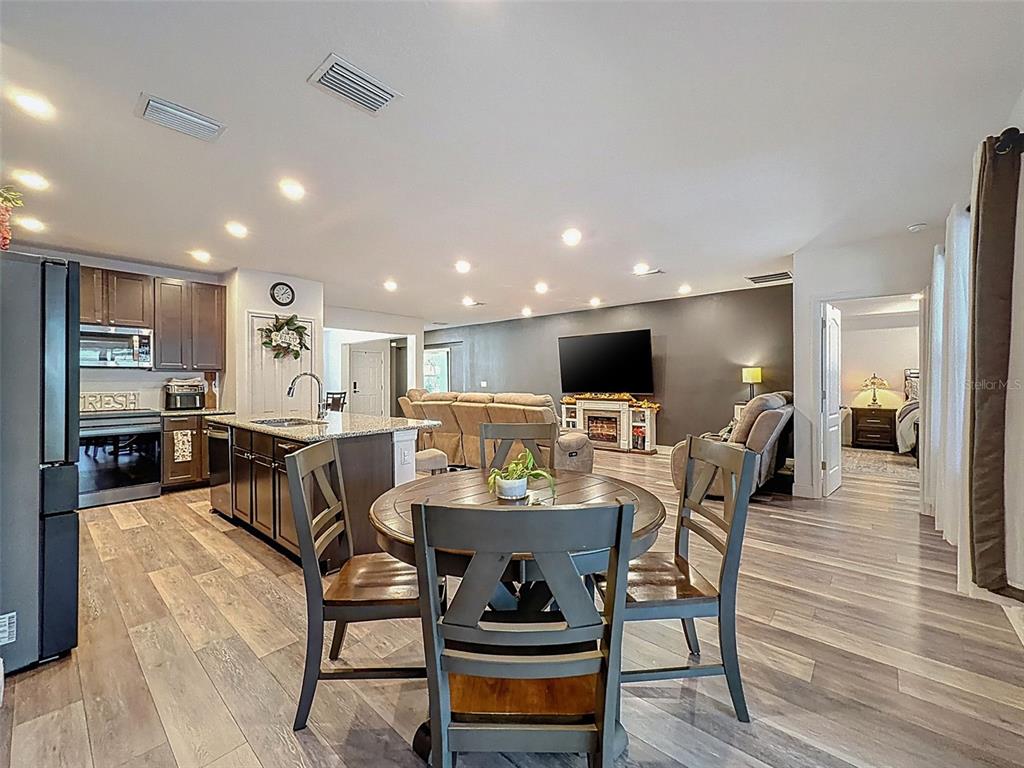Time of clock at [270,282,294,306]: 2:06
